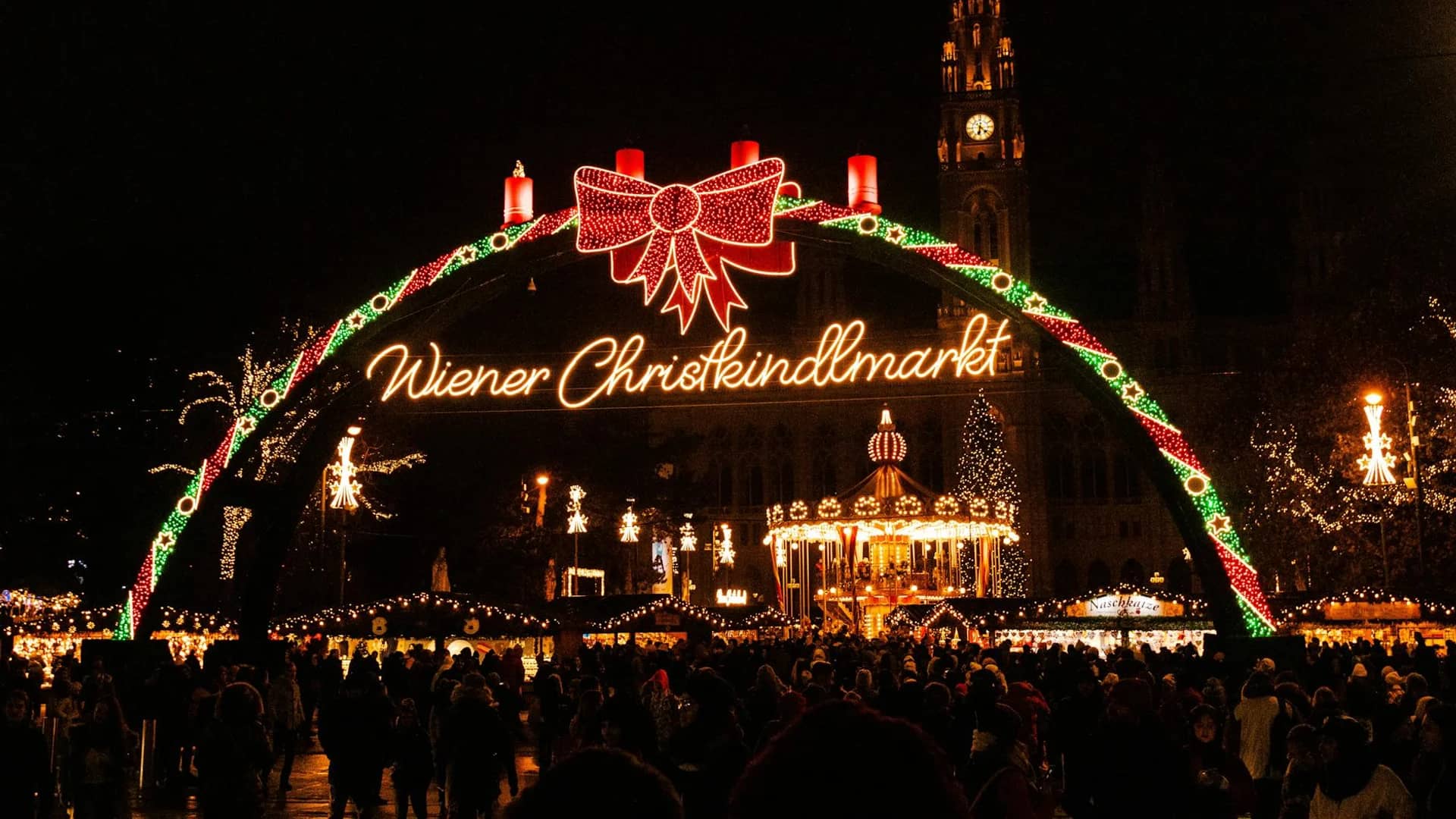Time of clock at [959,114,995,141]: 6:21
